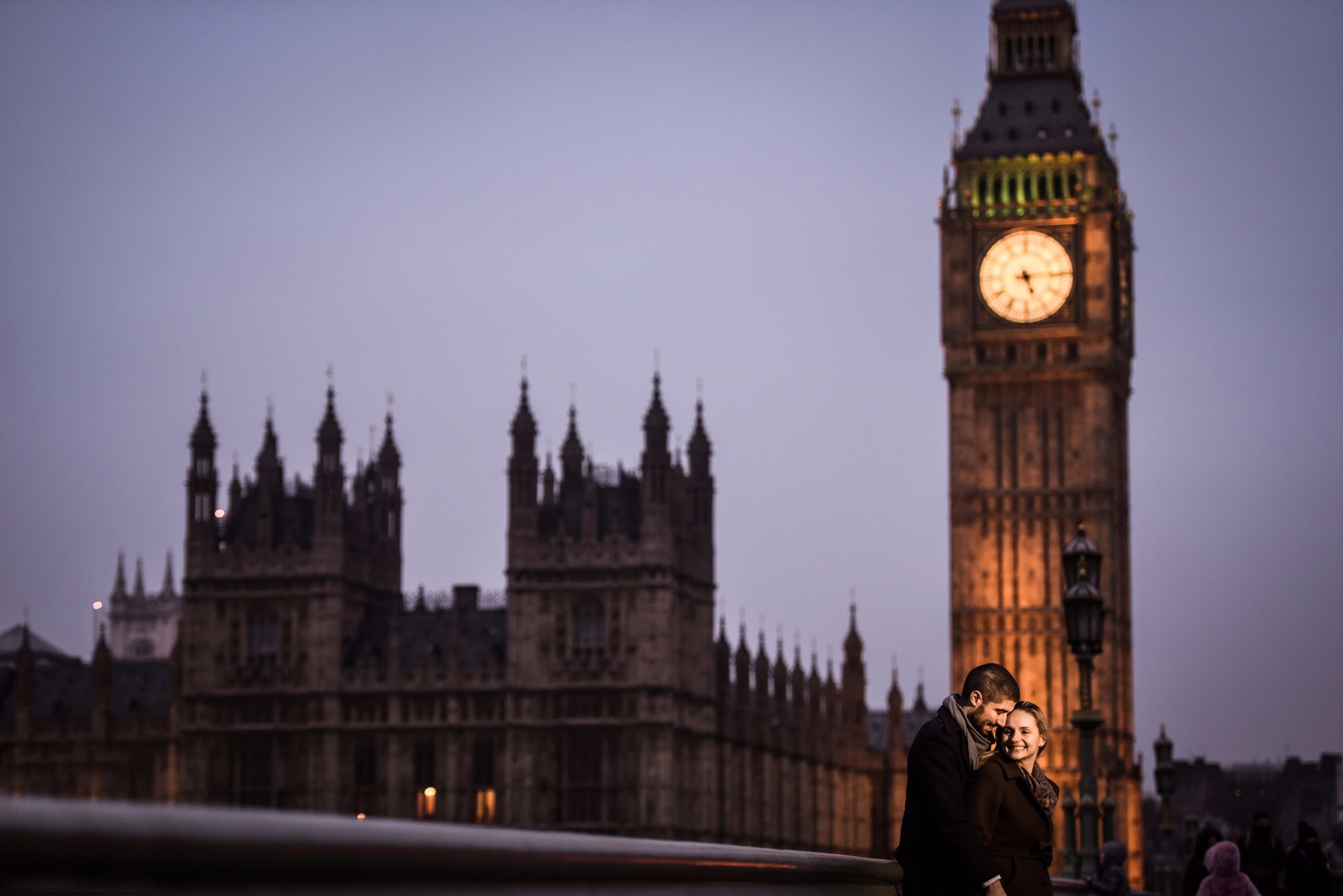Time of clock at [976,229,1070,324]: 5:14
